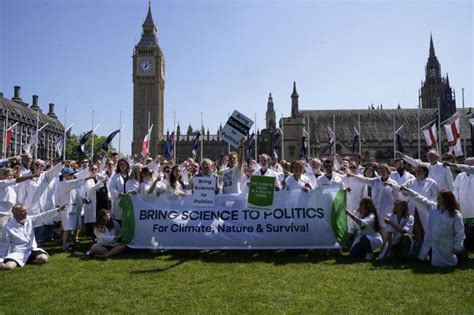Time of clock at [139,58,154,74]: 12:07
